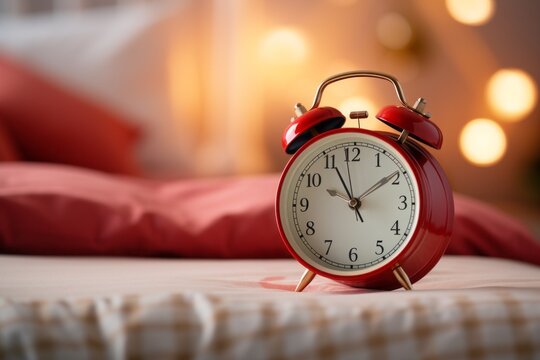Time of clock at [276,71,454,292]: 1:55
